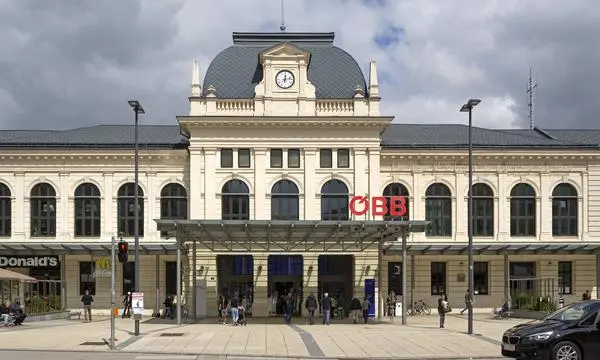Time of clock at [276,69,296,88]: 12:12
